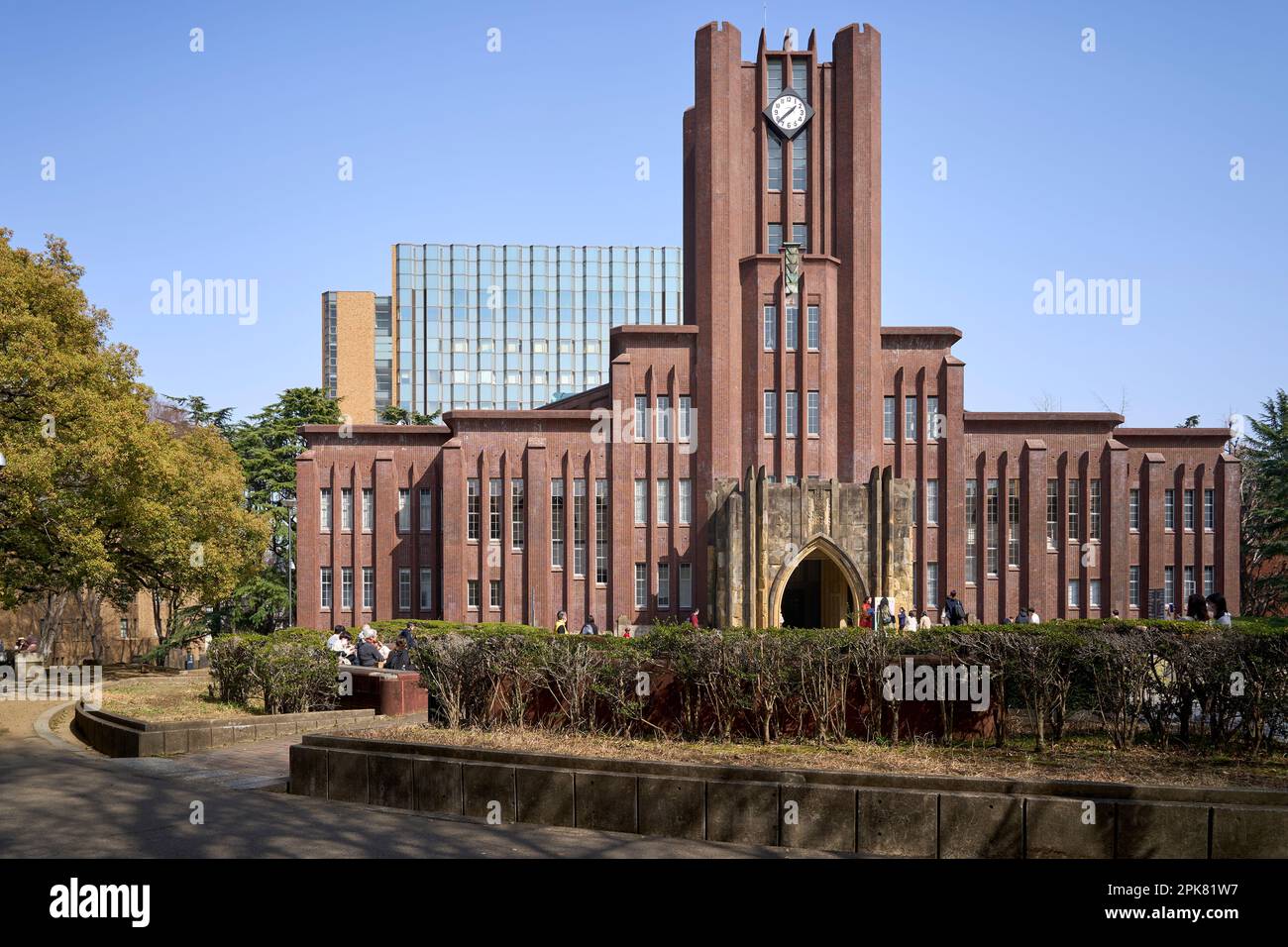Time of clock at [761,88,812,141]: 1:38
